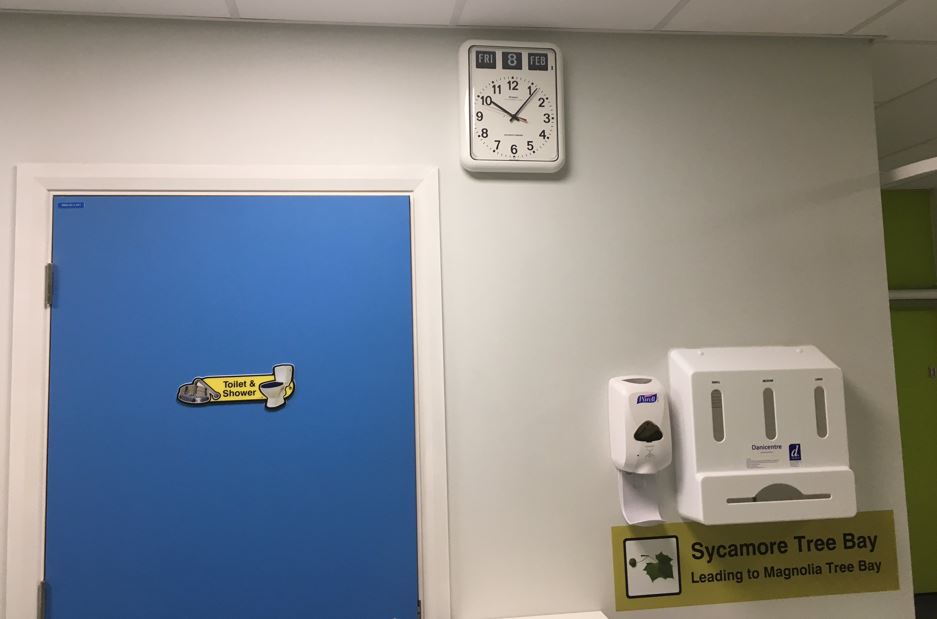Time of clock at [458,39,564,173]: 10:06
